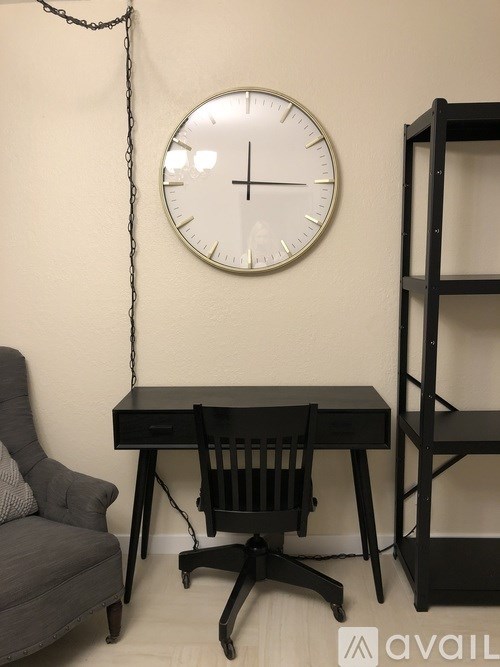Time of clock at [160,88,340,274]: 12:15
